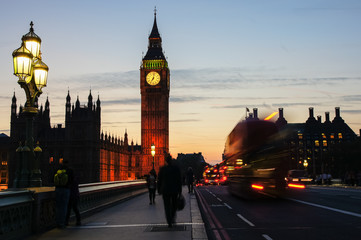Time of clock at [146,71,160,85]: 7:02
